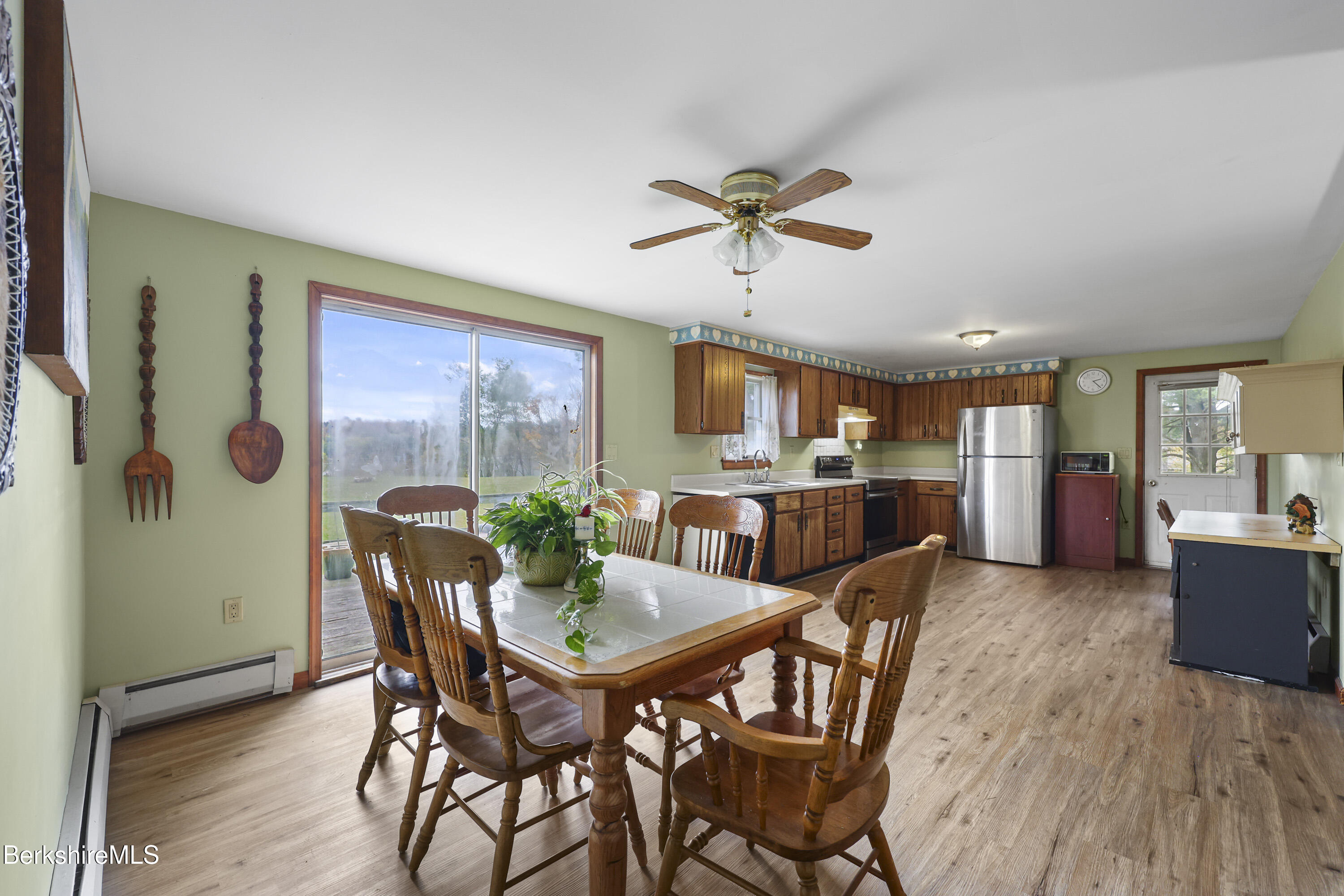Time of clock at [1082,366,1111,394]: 2:23
